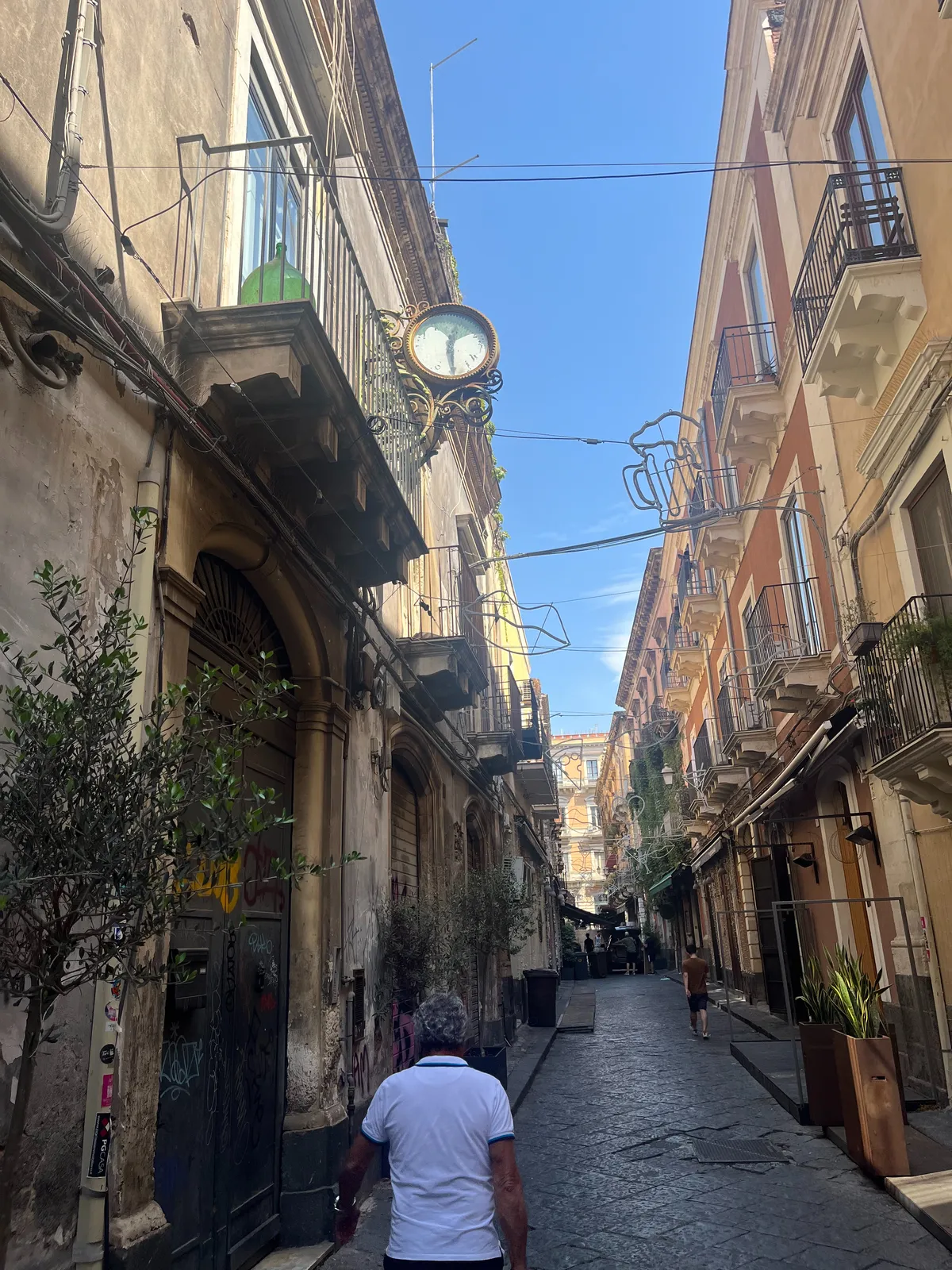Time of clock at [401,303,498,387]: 12:29
